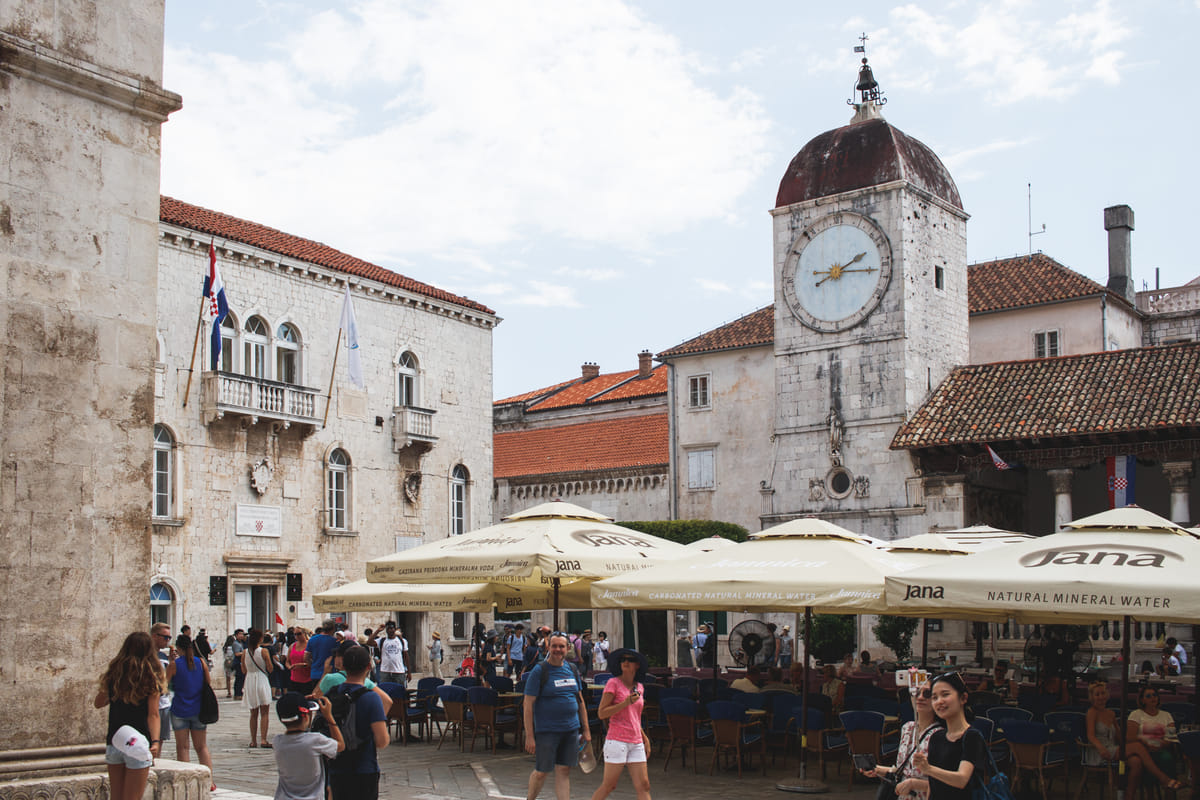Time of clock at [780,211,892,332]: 2:15
